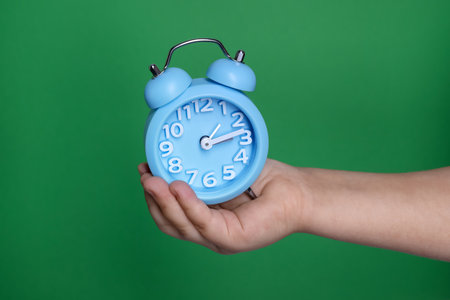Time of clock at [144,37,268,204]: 1:13
